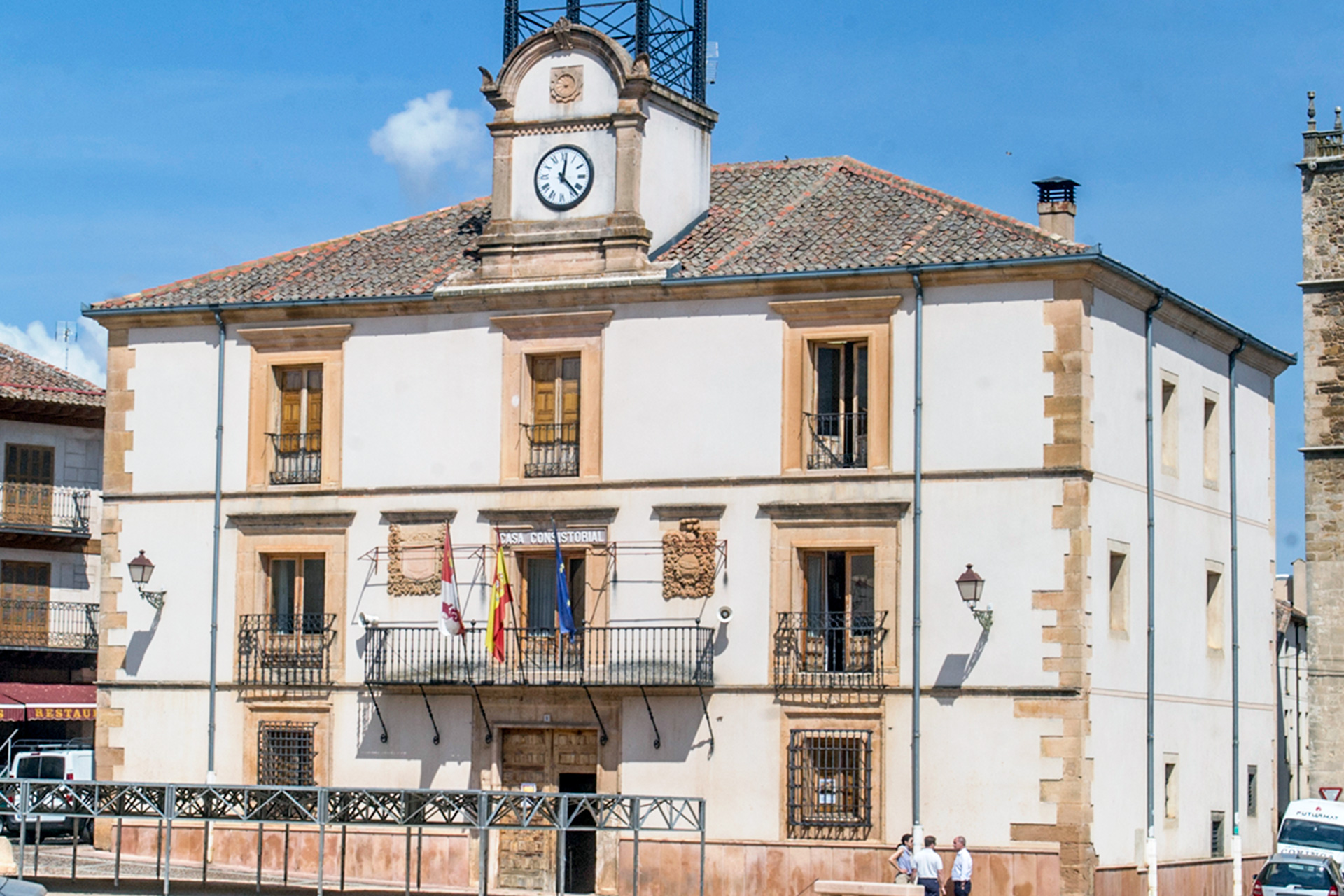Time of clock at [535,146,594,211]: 12:22
